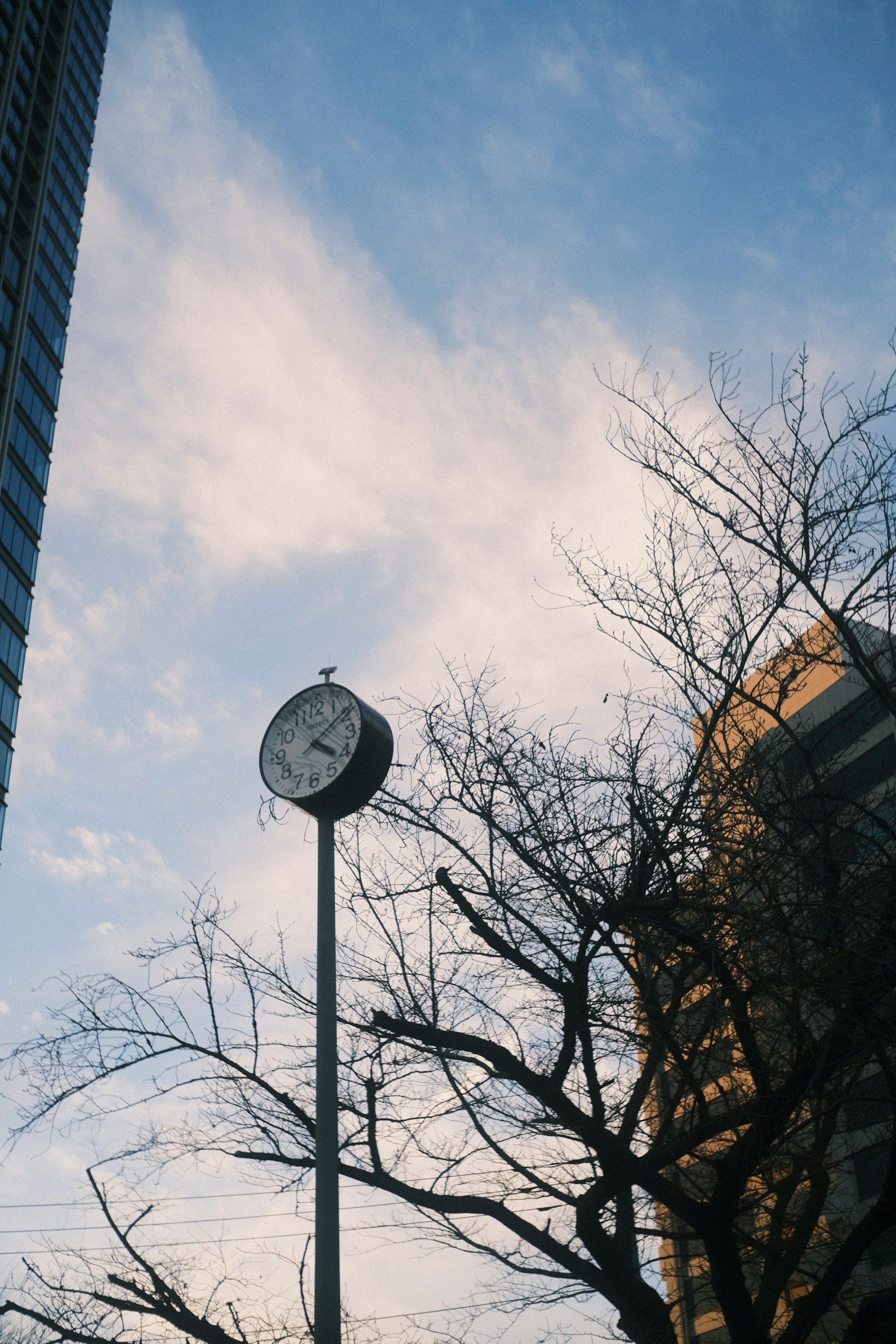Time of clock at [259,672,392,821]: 4:08
